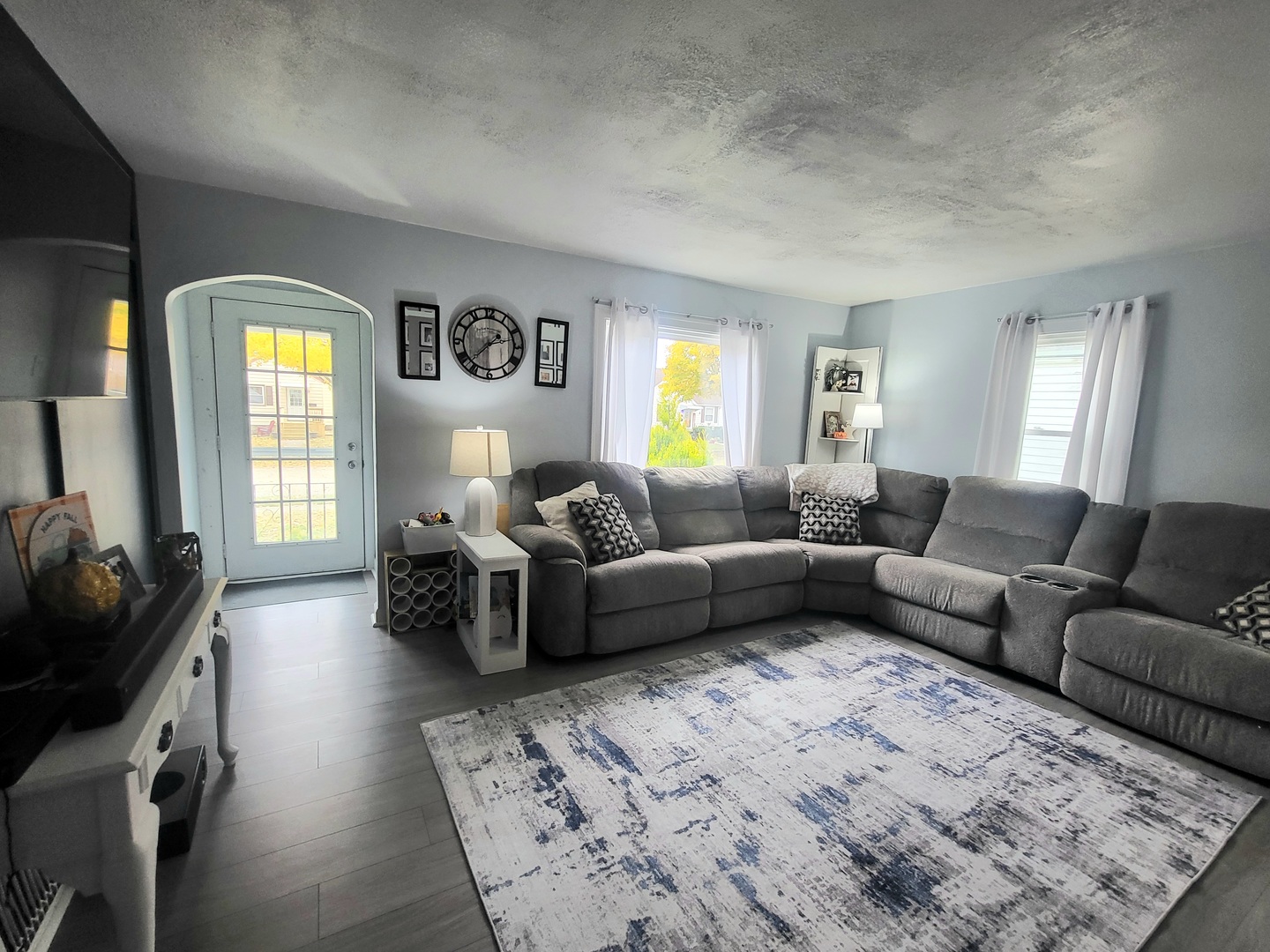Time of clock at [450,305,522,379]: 2:37
